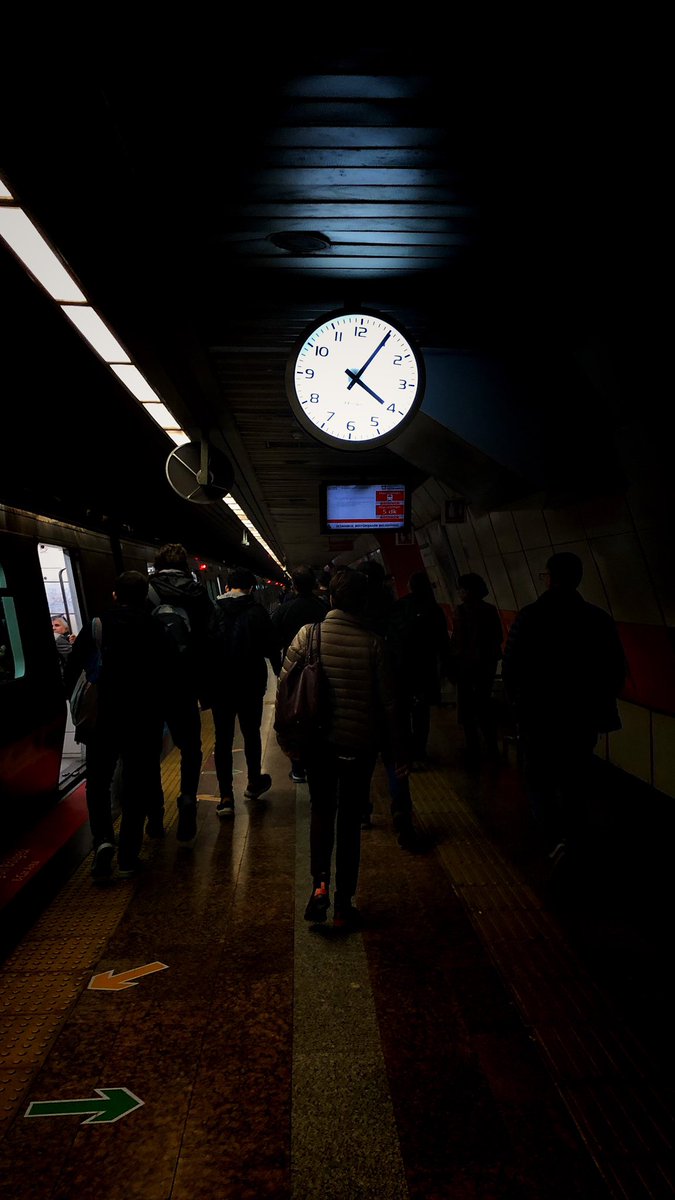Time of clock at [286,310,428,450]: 4:05
